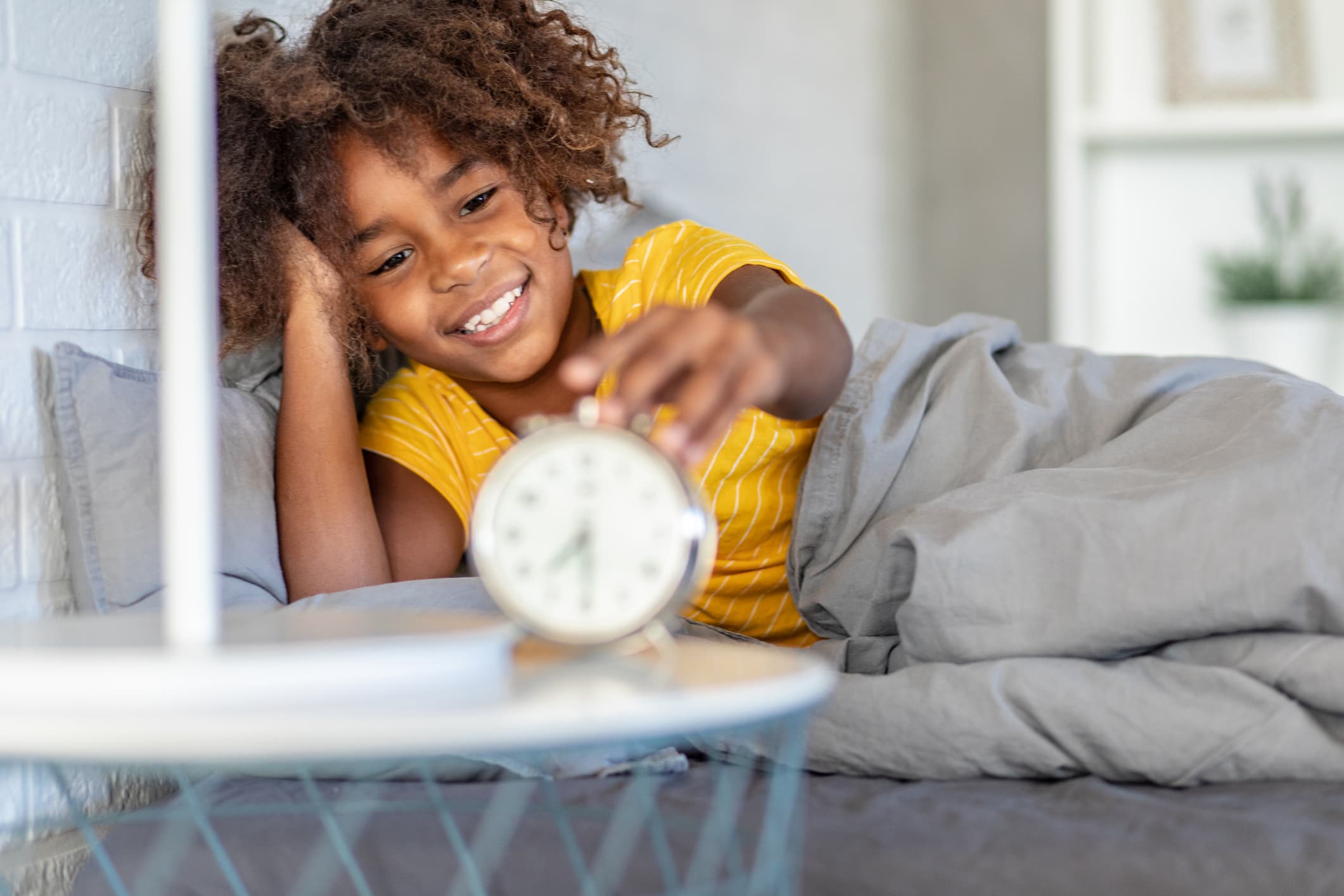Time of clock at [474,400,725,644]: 7:29
